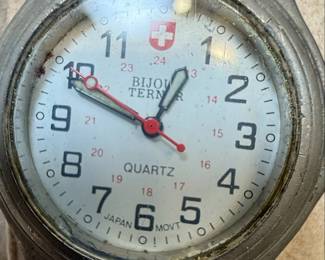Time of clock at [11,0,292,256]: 12:49
